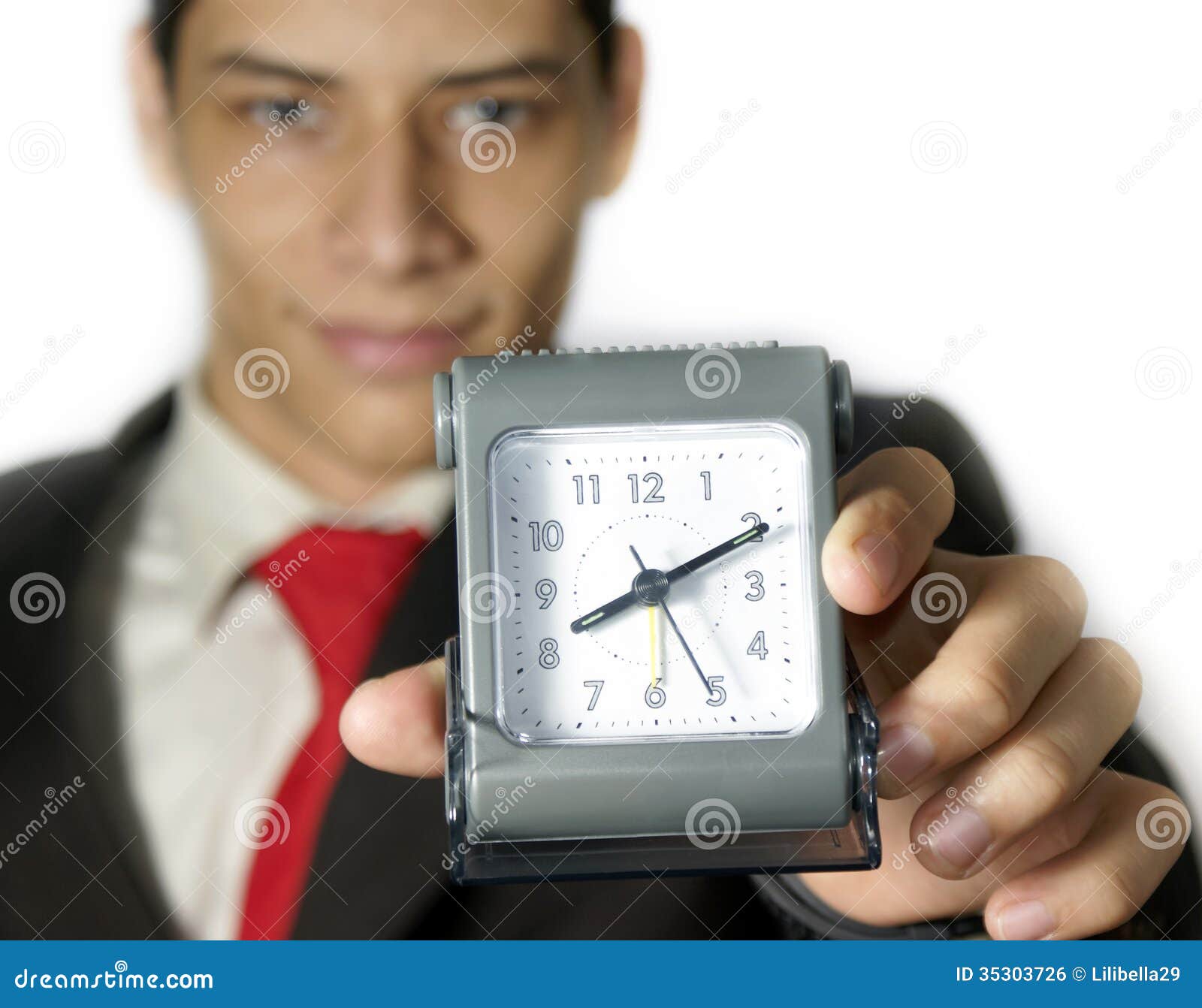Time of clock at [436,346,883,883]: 8:10
